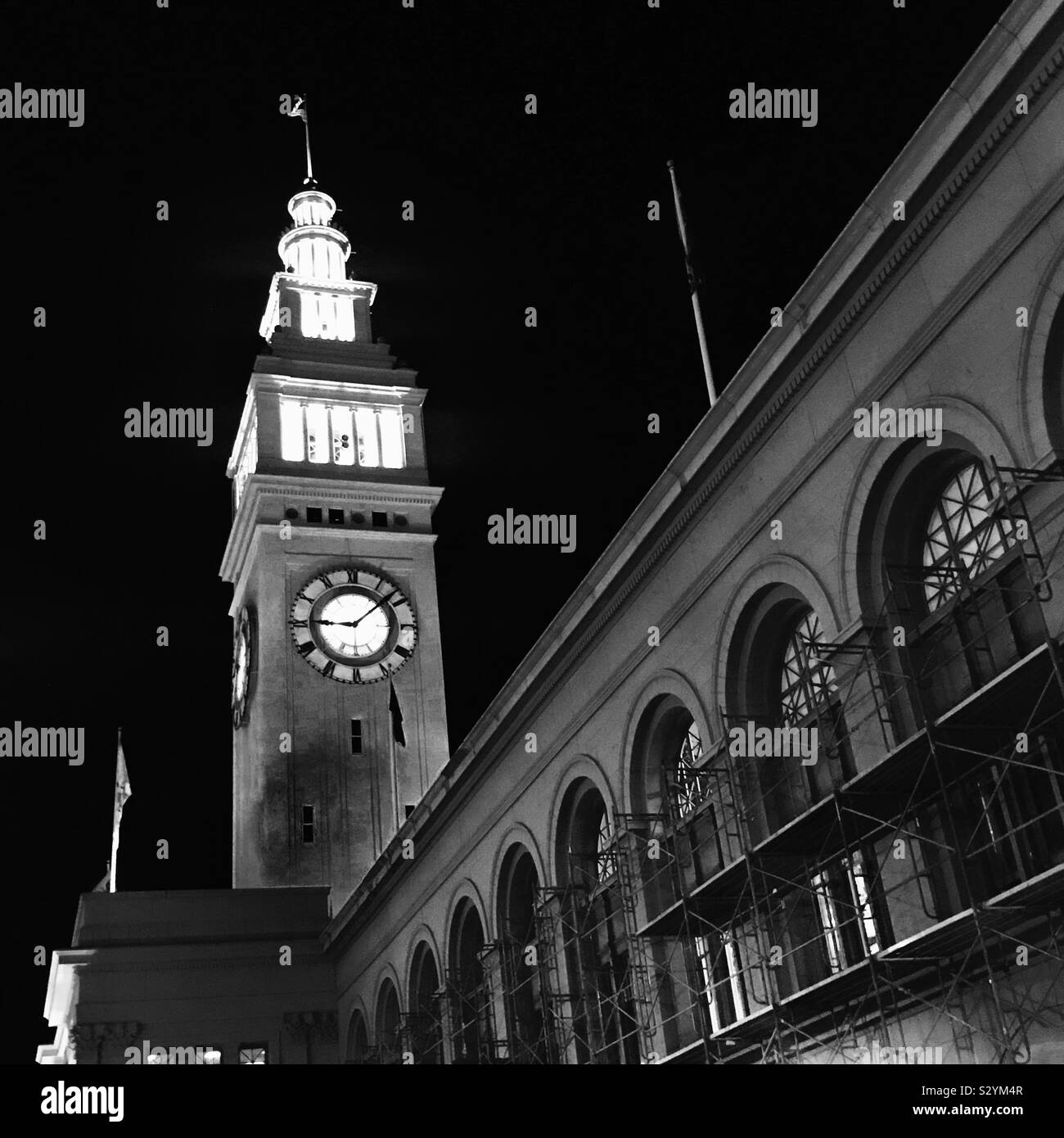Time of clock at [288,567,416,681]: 9:08
